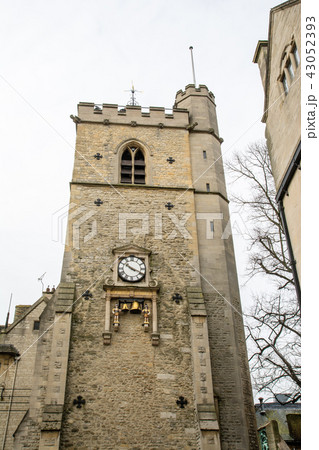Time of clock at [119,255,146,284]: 10:18
